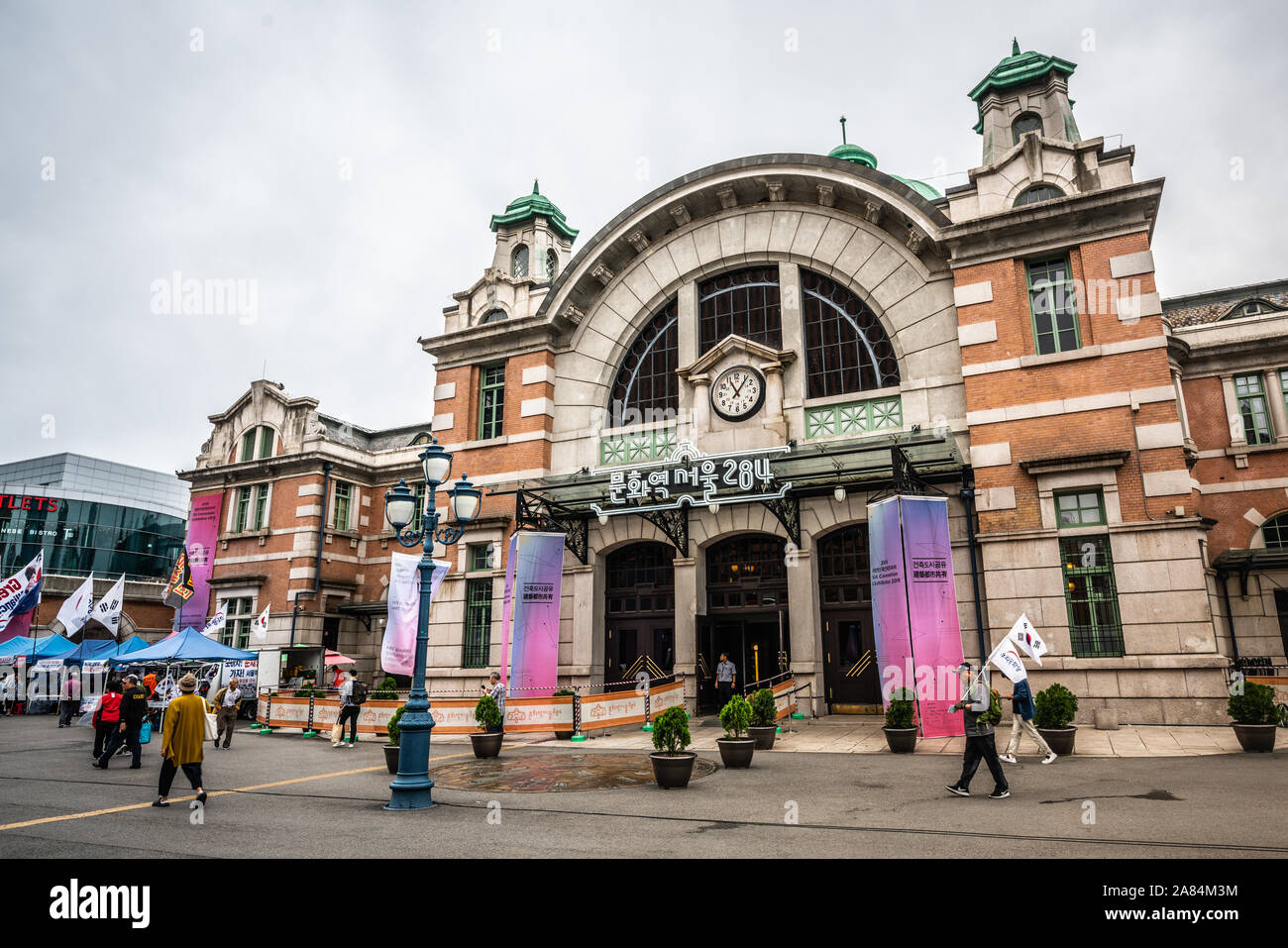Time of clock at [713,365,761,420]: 11:06
